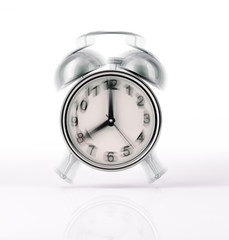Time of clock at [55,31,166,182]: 8:00
